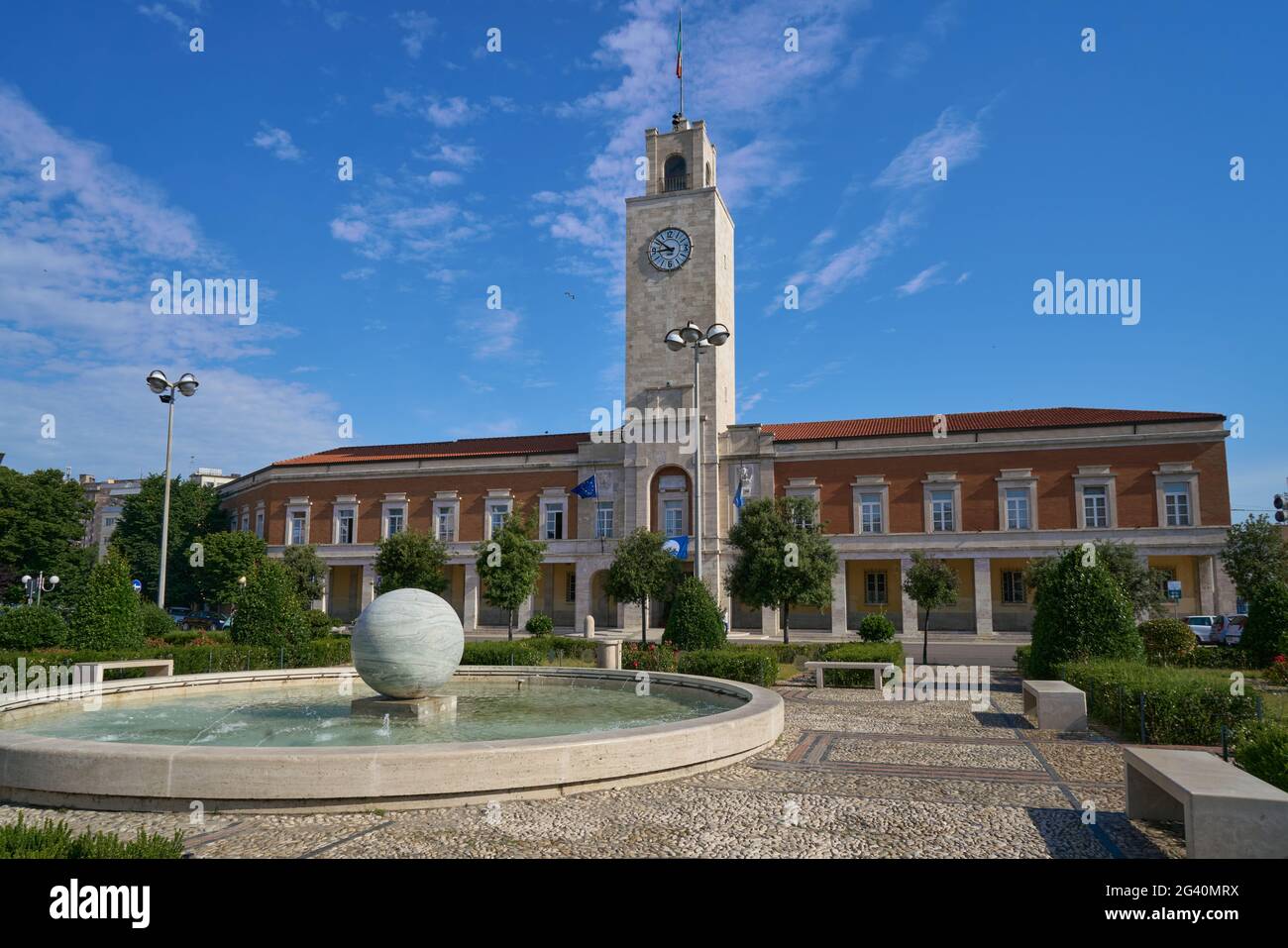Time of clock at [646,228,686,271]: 8:51
